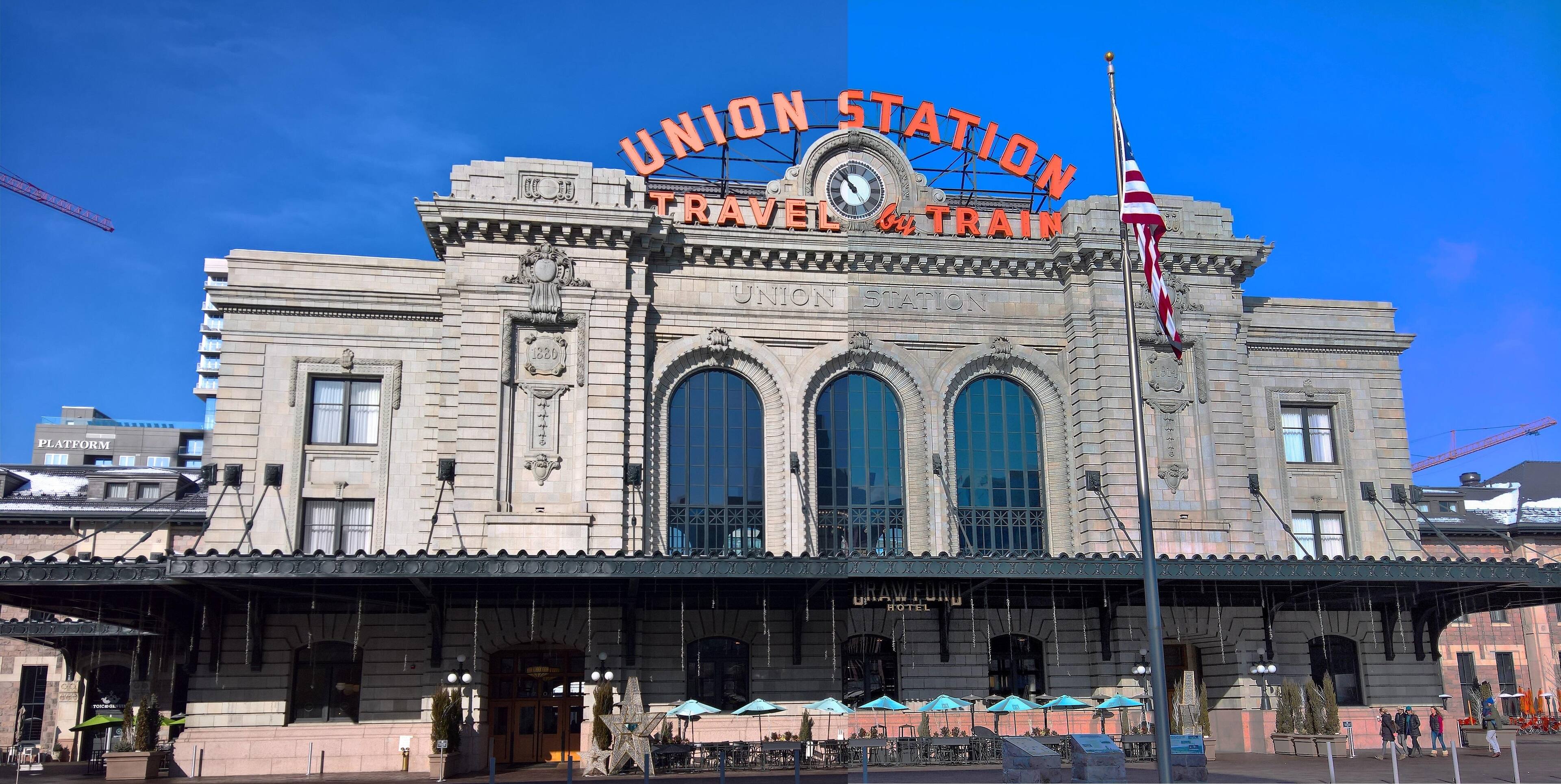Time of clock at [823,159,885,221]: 10:53
